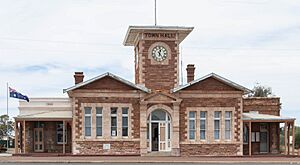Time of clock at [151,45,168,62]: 12:23
